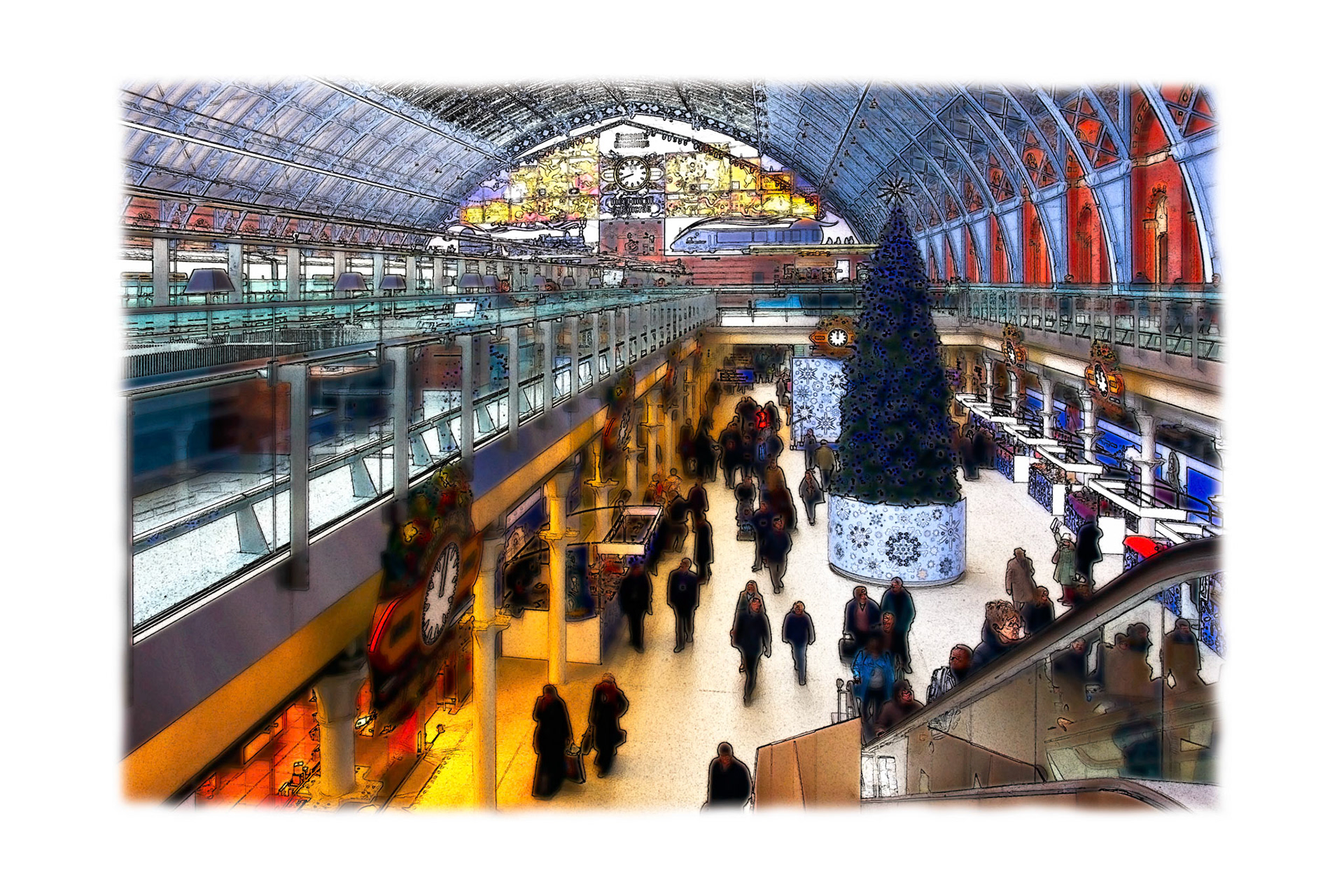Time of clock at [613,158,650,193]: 8:41
